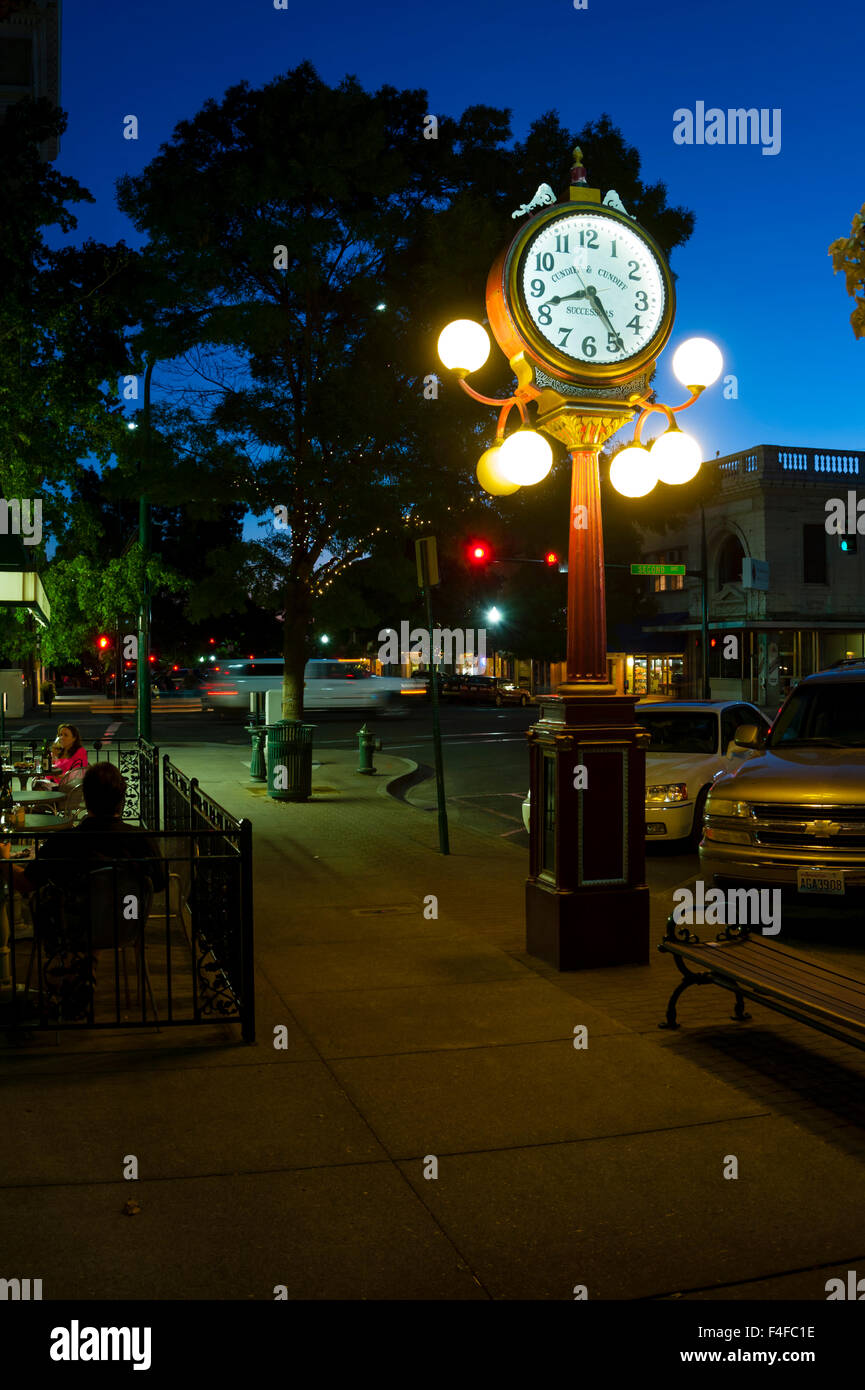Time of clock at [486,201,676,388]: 8:24
